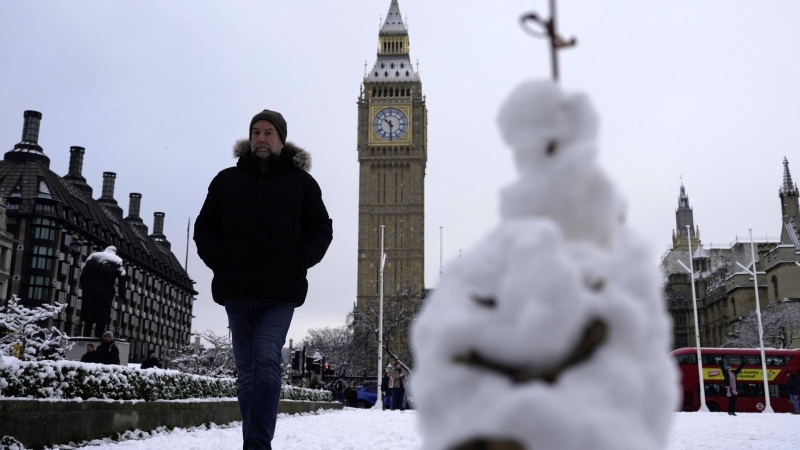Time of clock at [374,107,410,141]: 10:29
